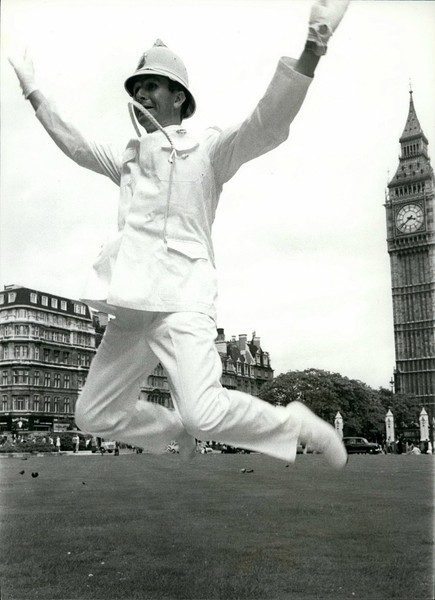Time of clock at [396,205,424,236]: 3:38
